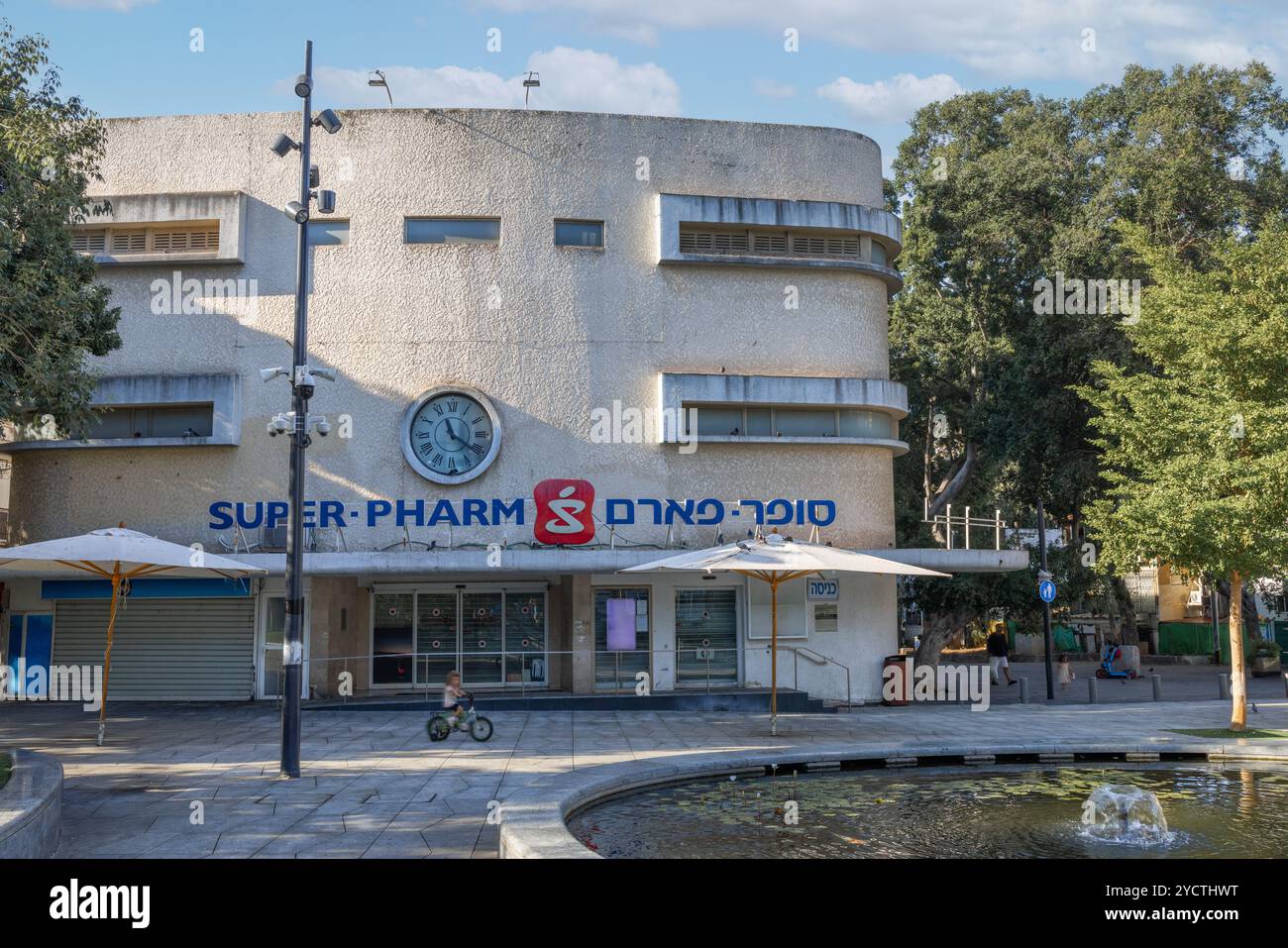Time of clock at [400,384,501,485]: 11:21
